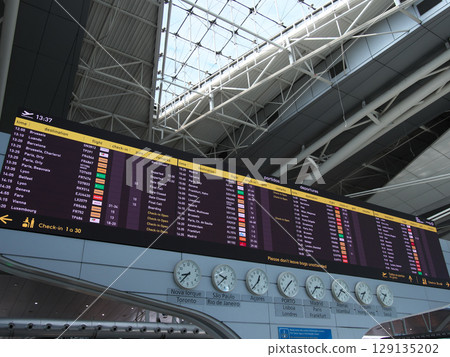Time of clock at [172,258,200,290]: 8:37
